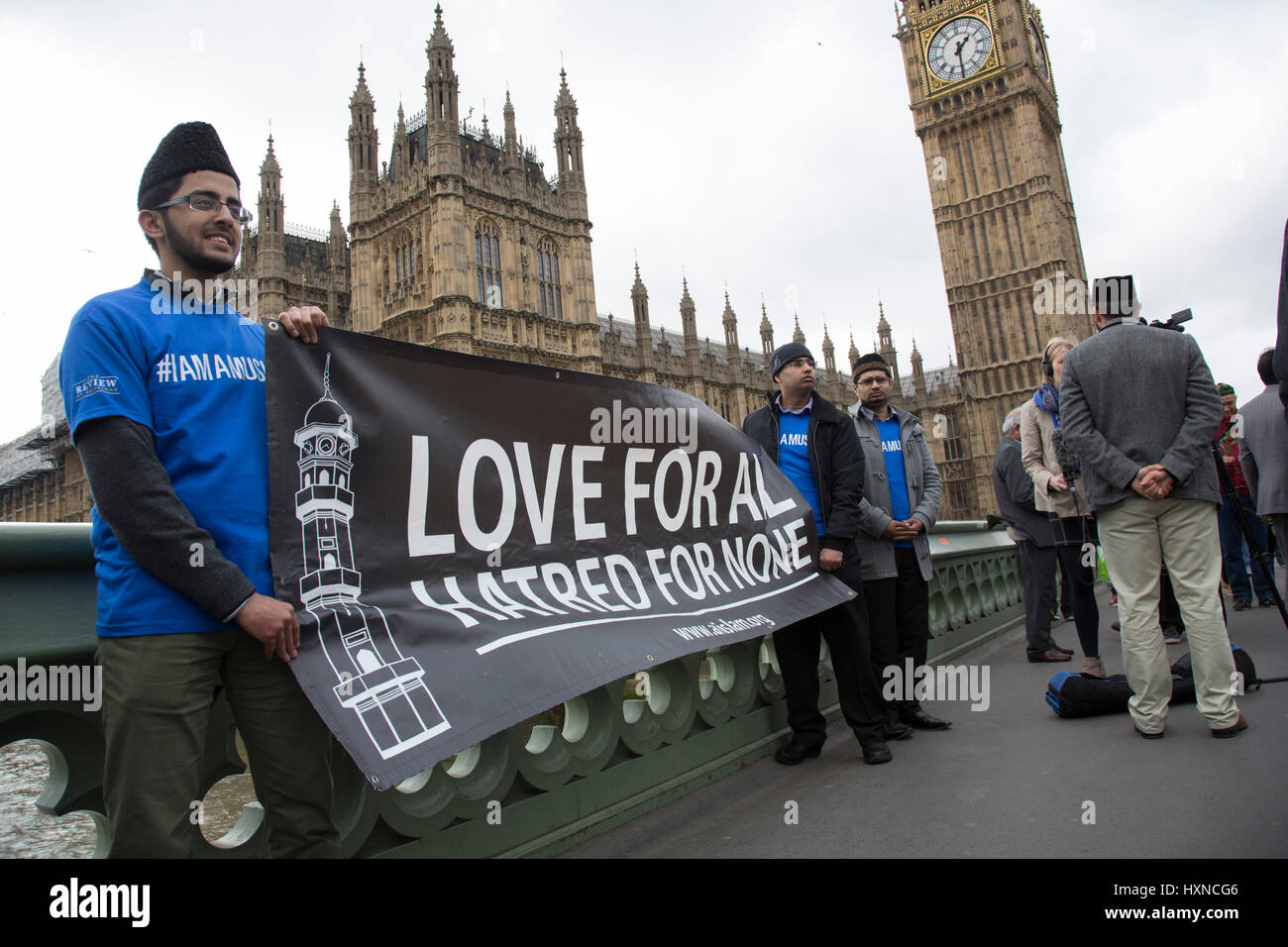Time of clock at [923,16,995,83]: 1:30
